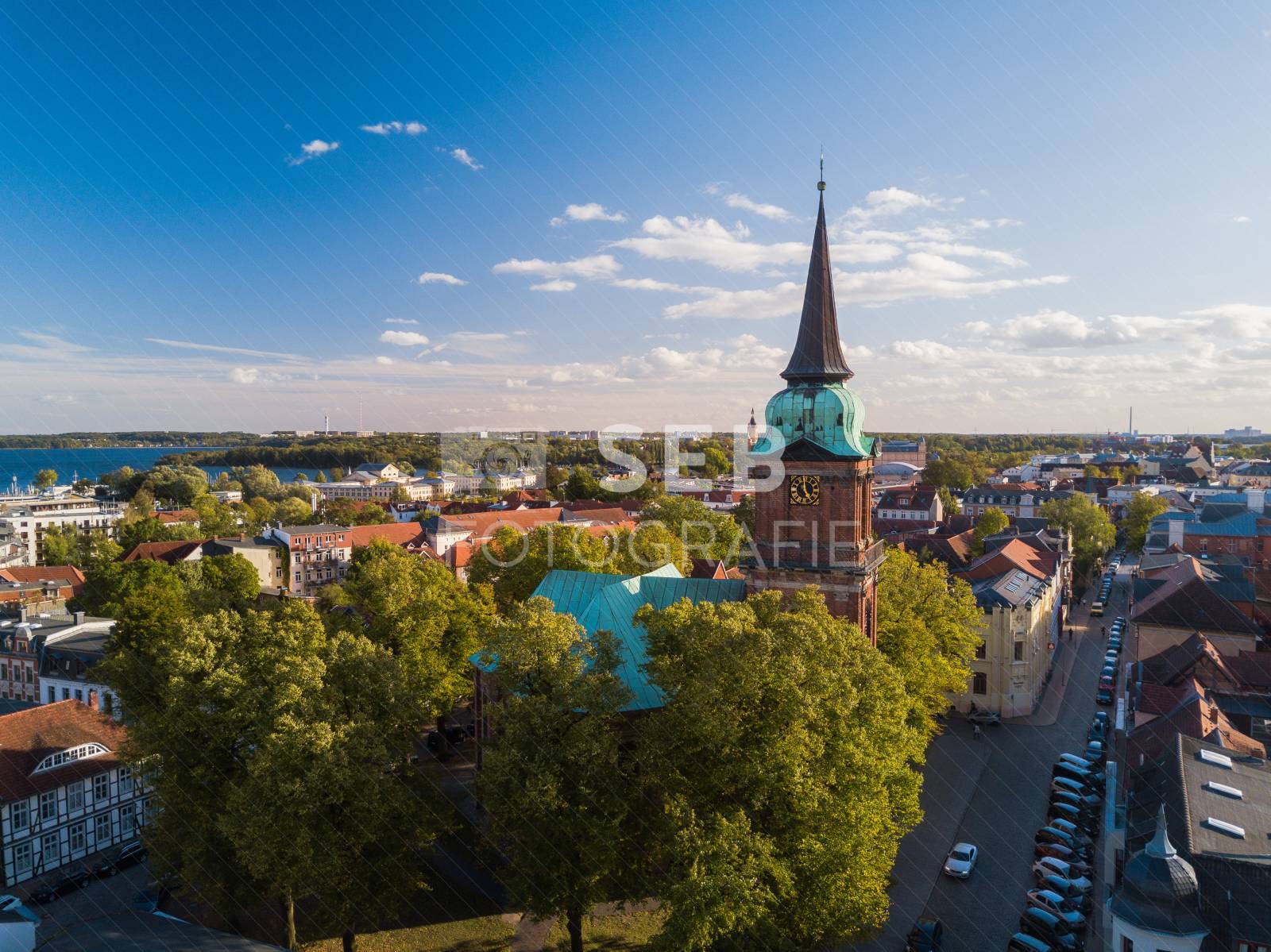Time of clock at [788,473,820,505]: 4:59
